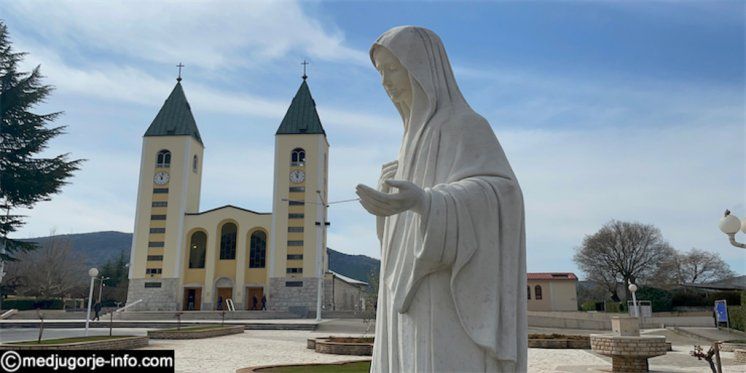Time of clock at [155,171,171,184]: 11:02
